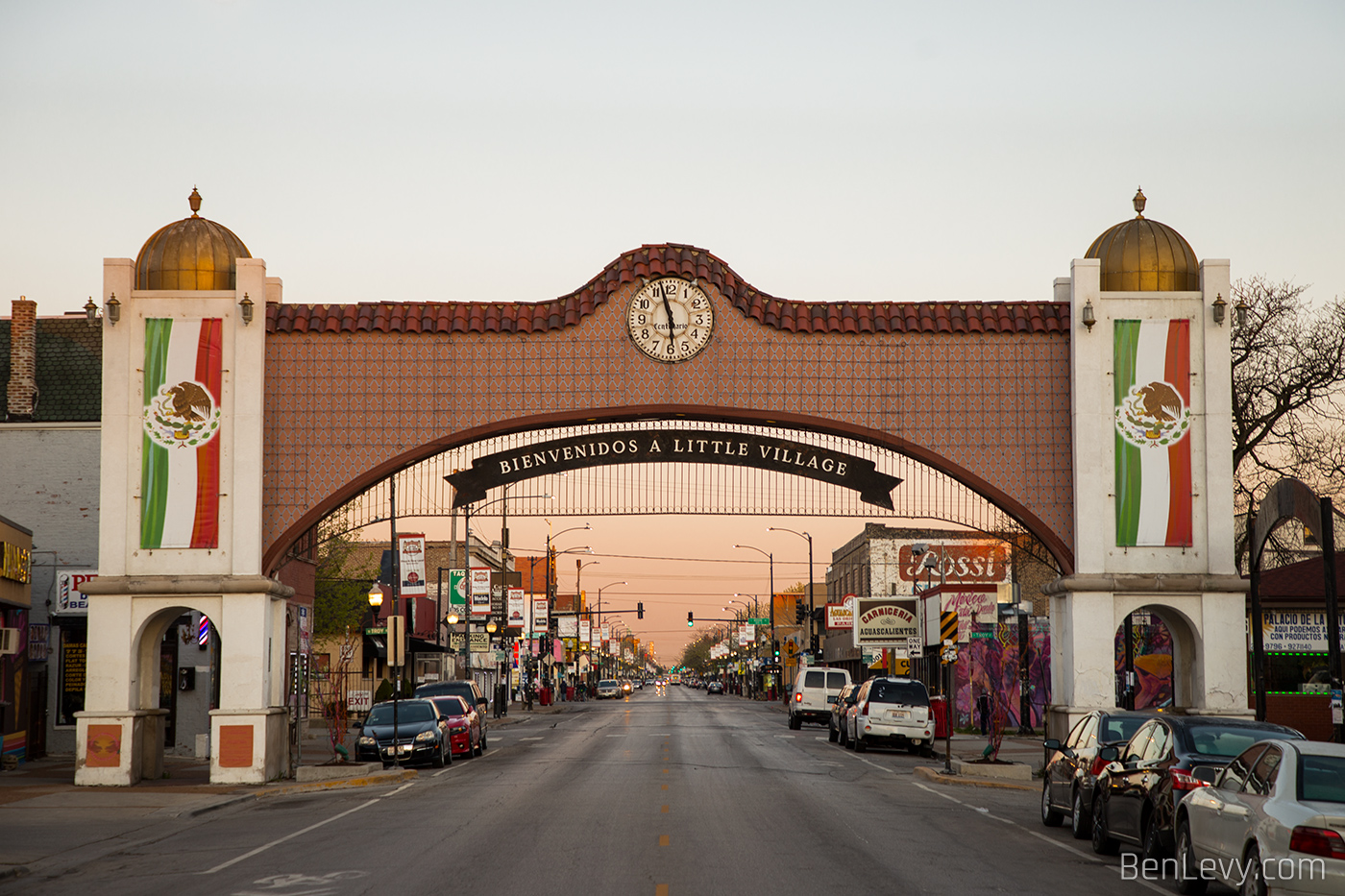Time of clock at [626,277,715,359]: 5:57
